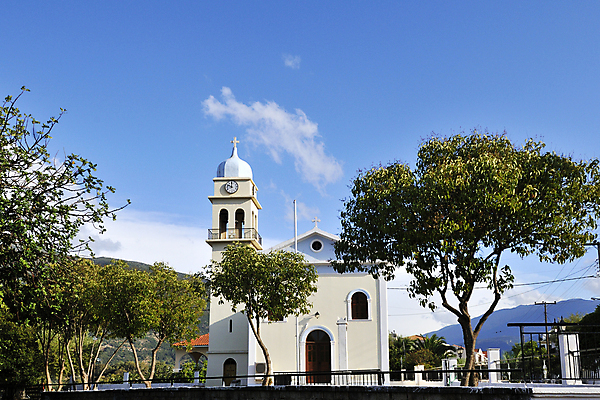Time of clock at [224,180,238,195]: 10:00
